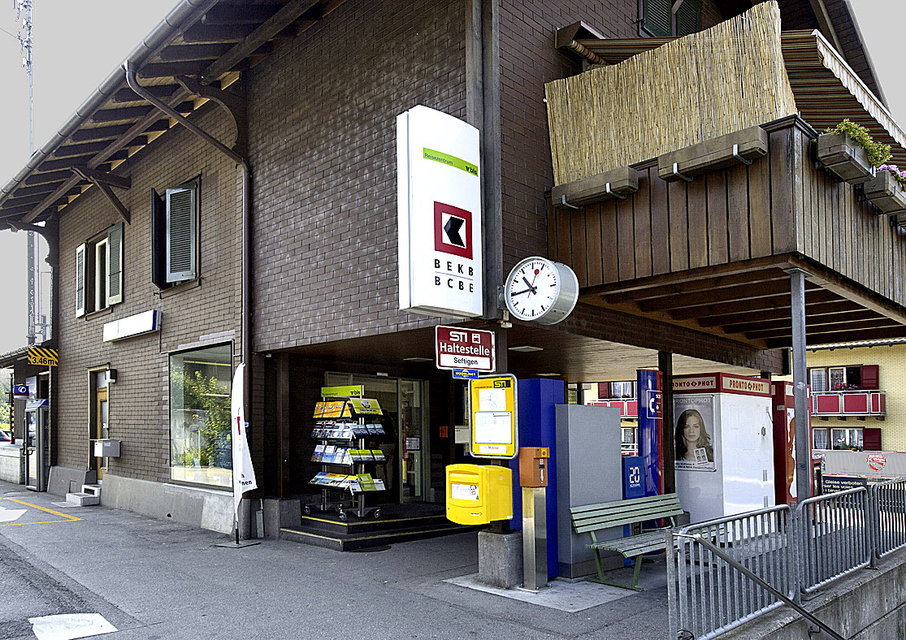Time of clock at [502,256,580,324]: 10:44
